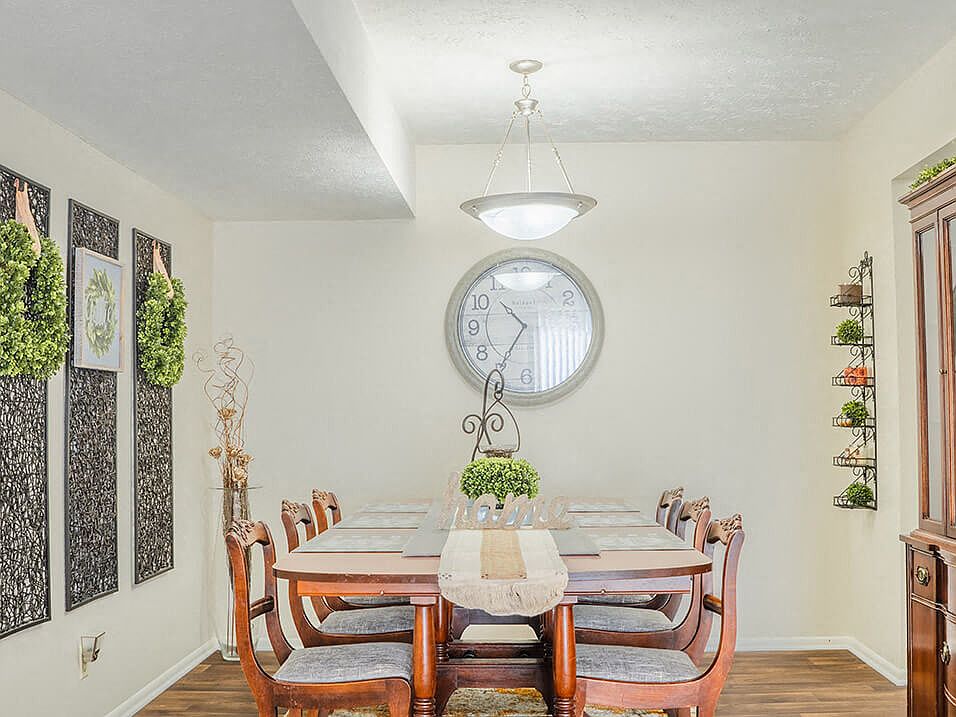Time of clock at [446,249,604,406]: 10:35
